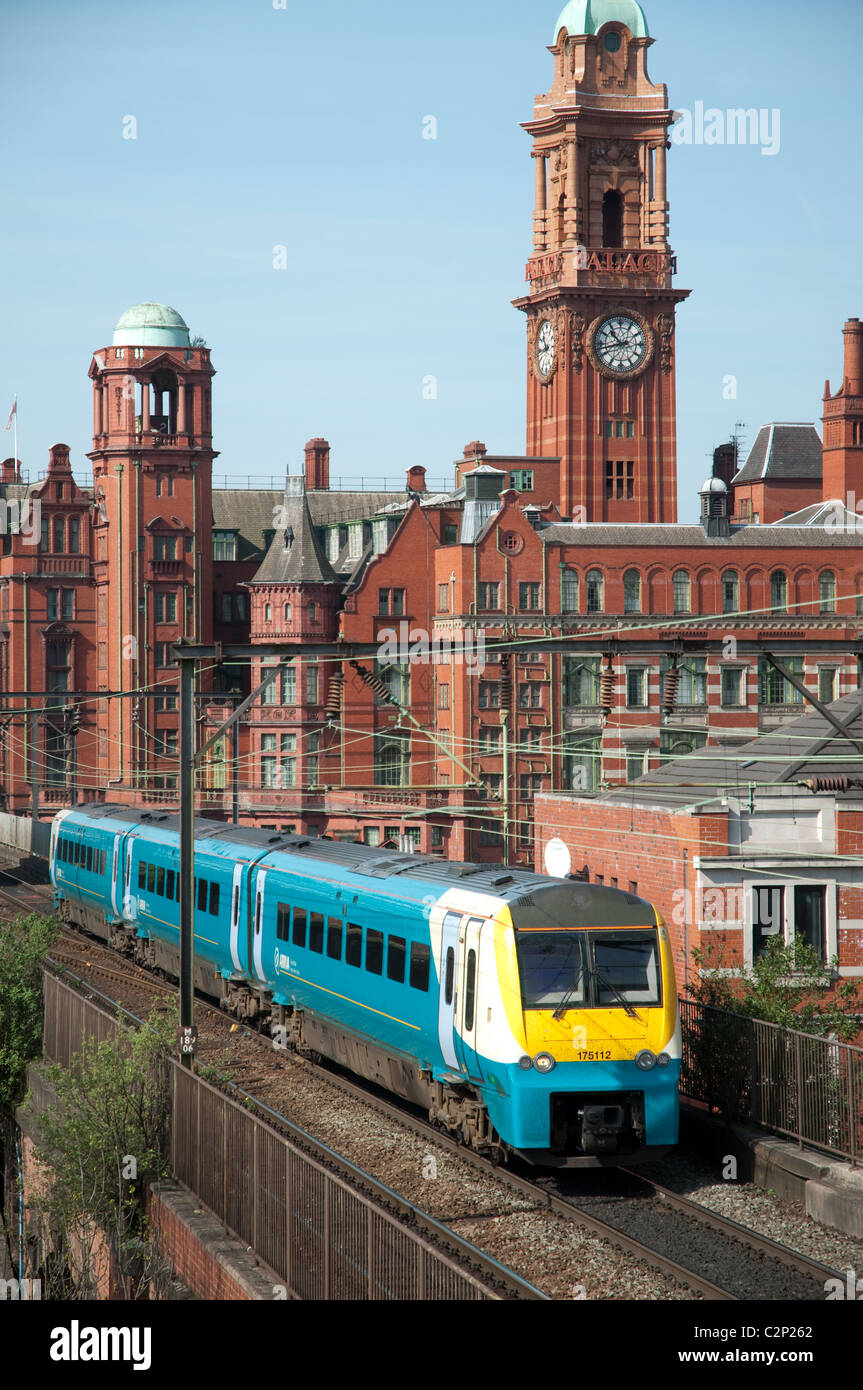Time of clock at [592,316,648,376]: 10:42
